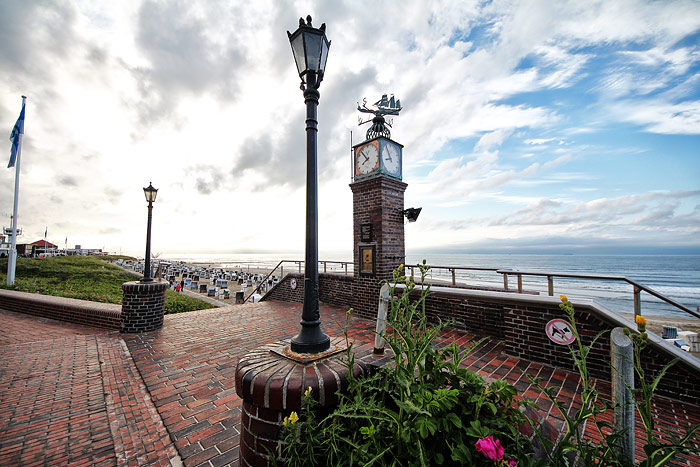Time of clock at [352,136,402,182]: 7:53
